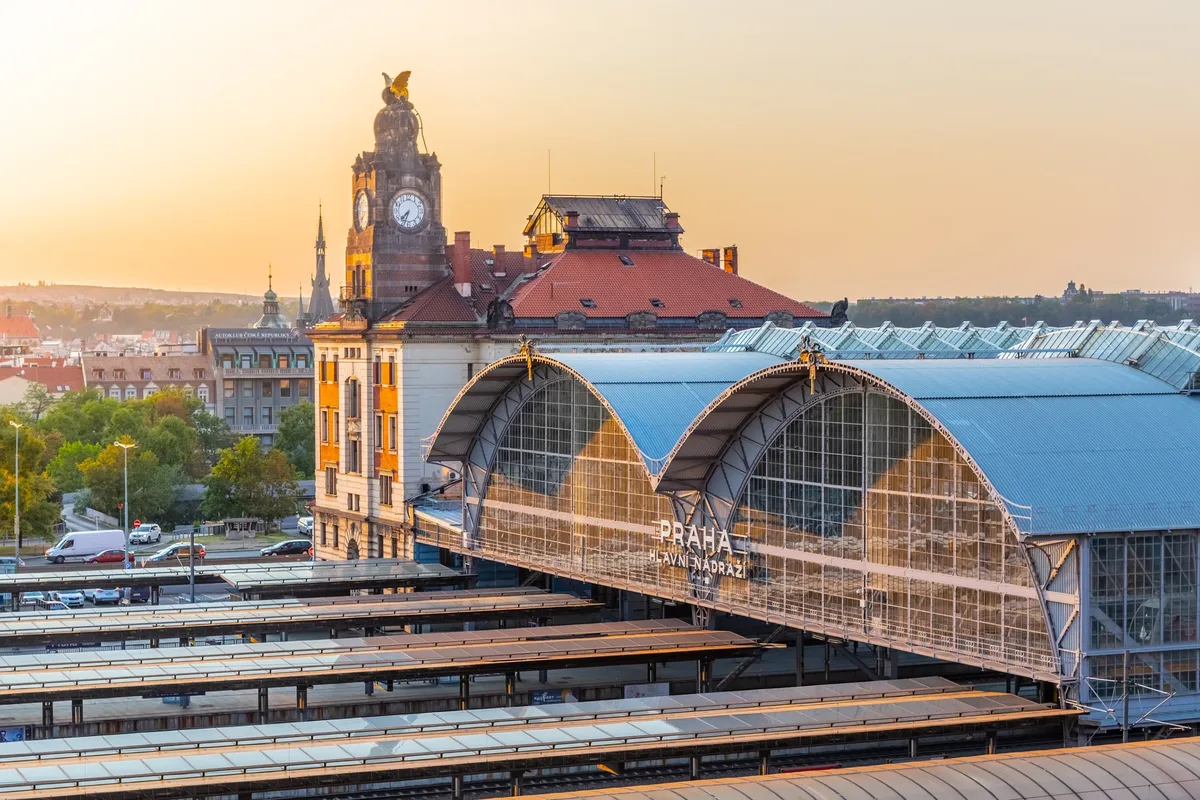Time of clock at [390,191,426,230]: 7:33
